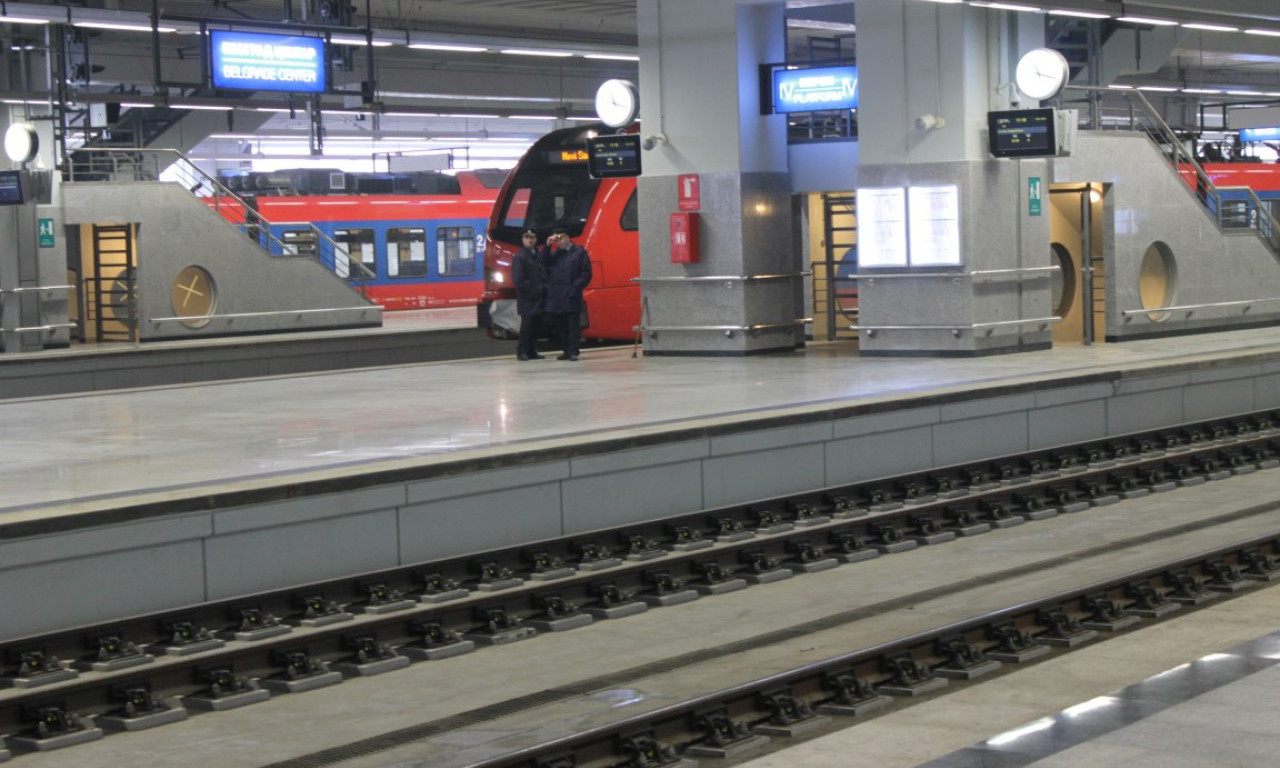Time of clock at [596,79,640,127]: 11:17
